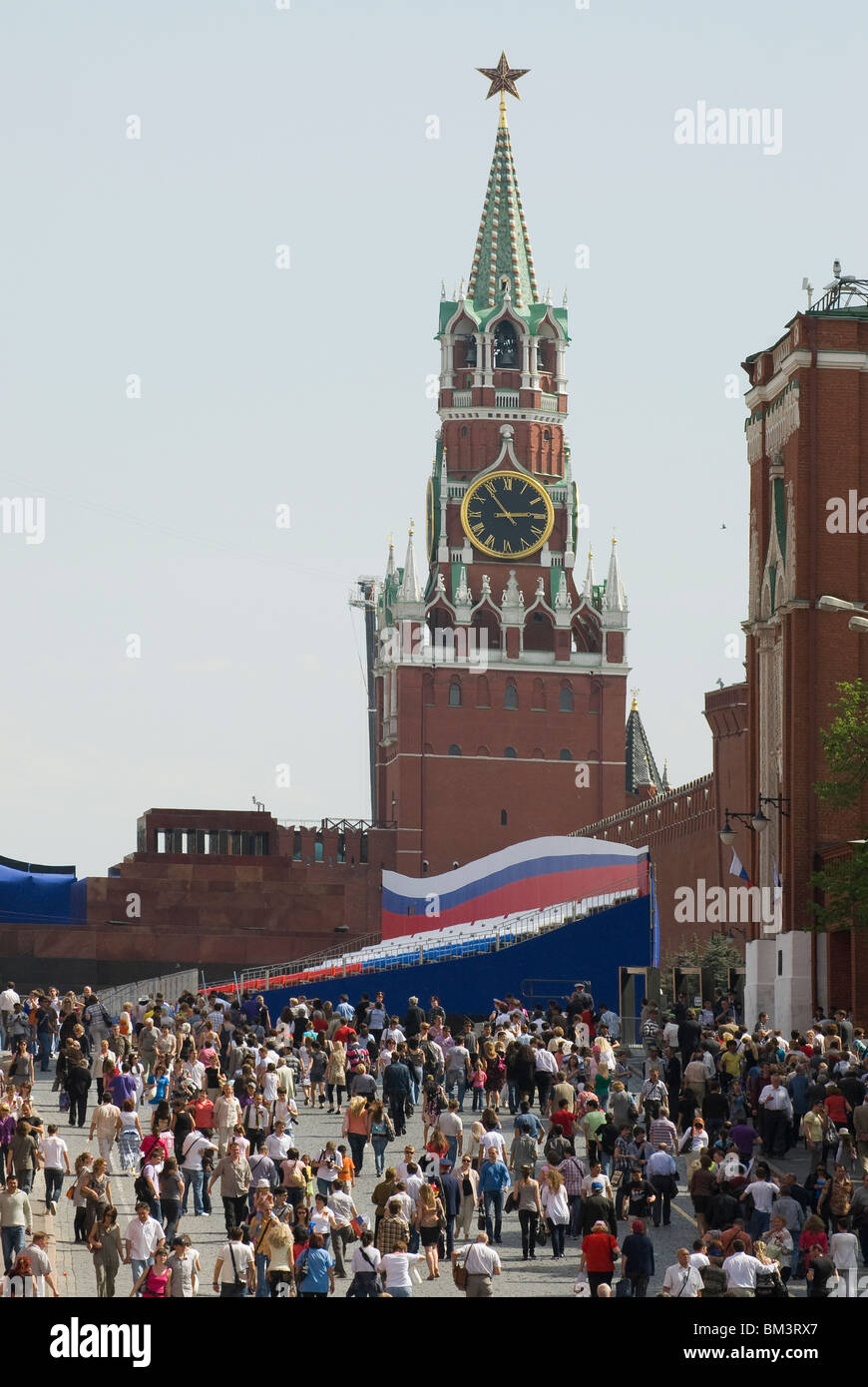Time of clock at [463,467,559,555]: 2:53
